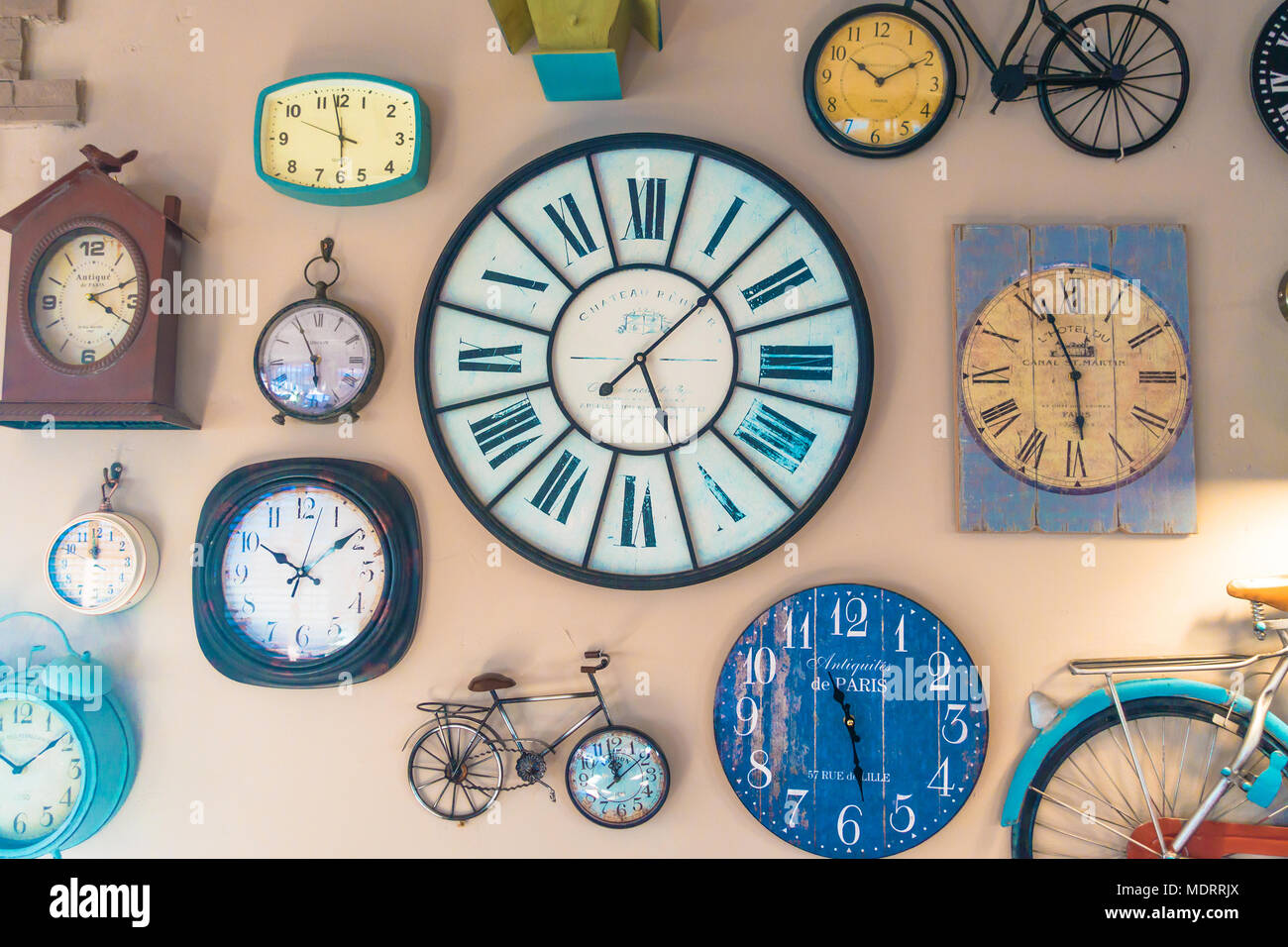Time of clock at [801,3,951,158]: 10:10
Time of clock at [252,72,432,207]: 5:58
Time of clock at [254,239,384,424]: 5:55
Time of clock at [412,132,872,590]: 5:07
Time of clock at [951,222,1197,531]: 5:56
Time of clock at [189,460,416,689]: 10:08
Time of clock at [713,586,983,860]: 10:28
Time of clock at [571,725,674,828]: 11:58
